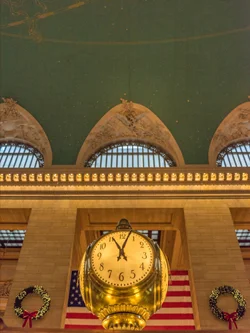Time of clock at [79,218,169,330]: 11:03
